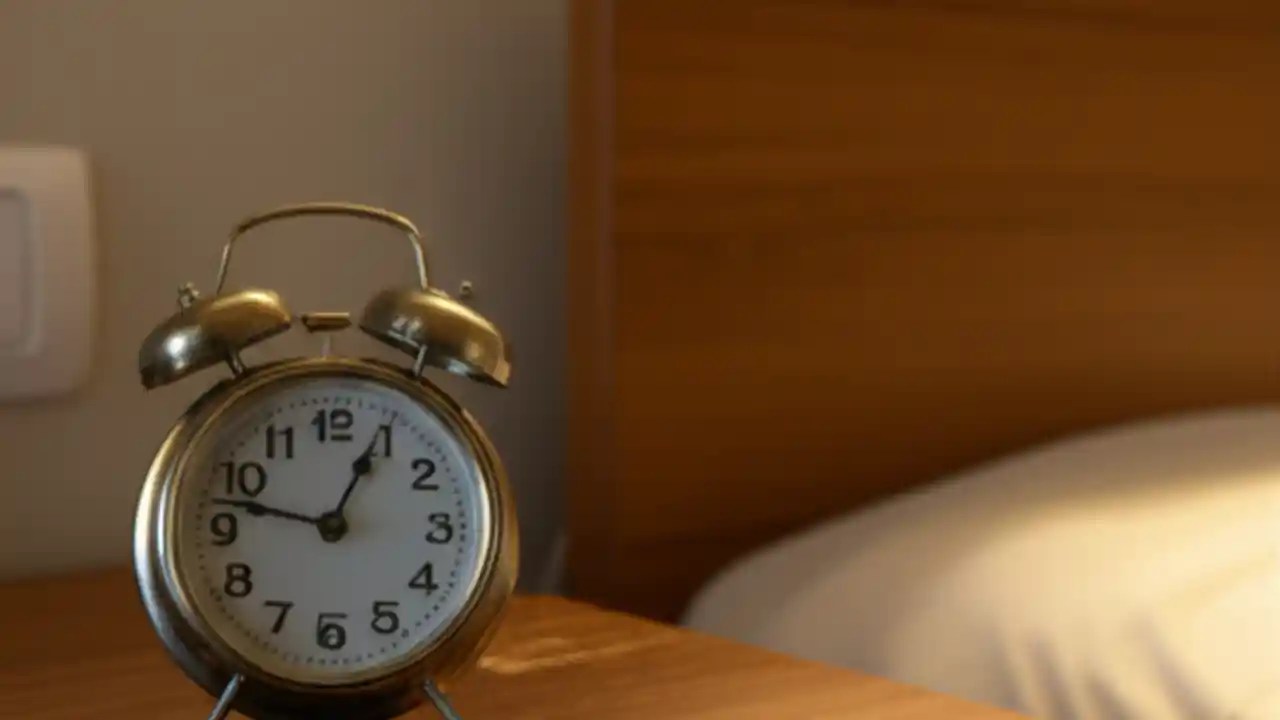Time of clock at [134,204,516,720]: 12:47
